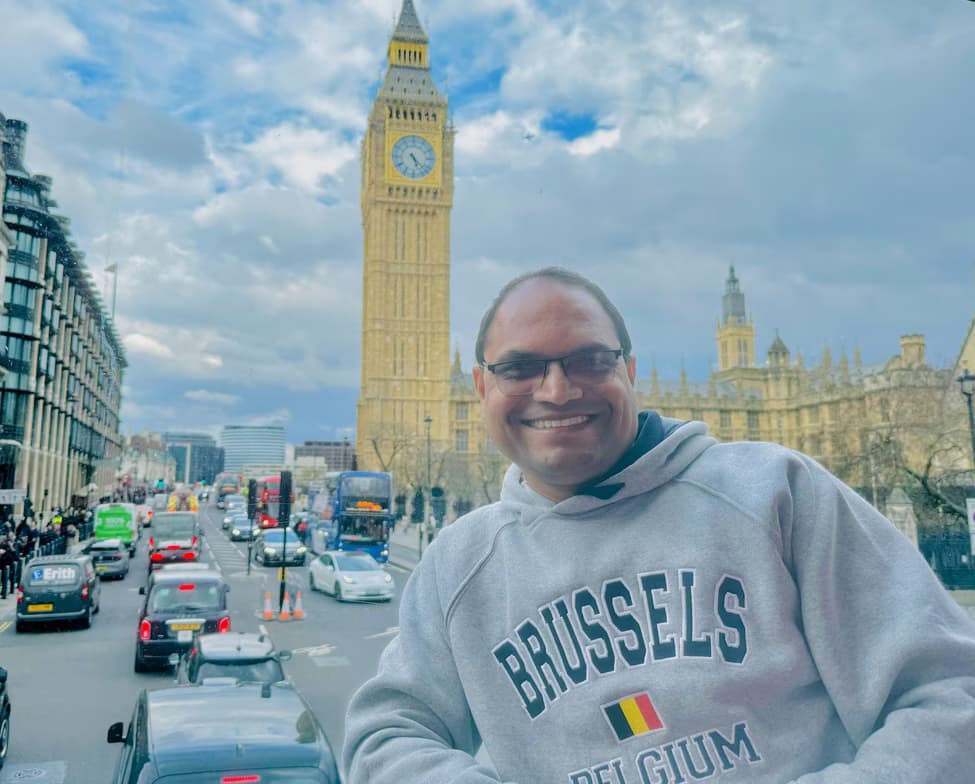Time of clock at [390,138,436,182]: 5:22
